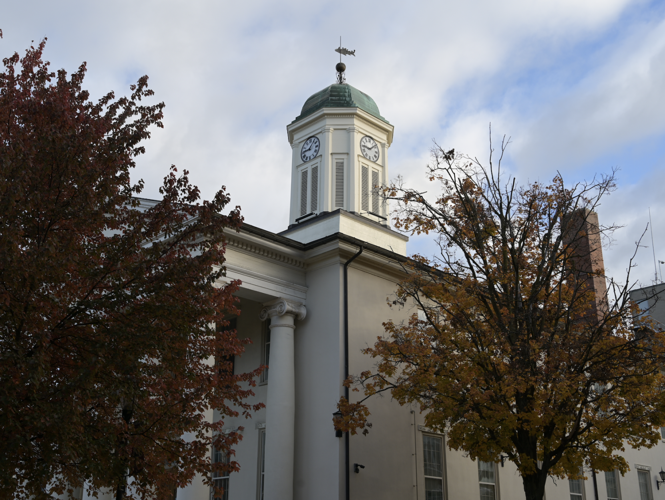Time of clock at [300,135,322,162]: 9:05
